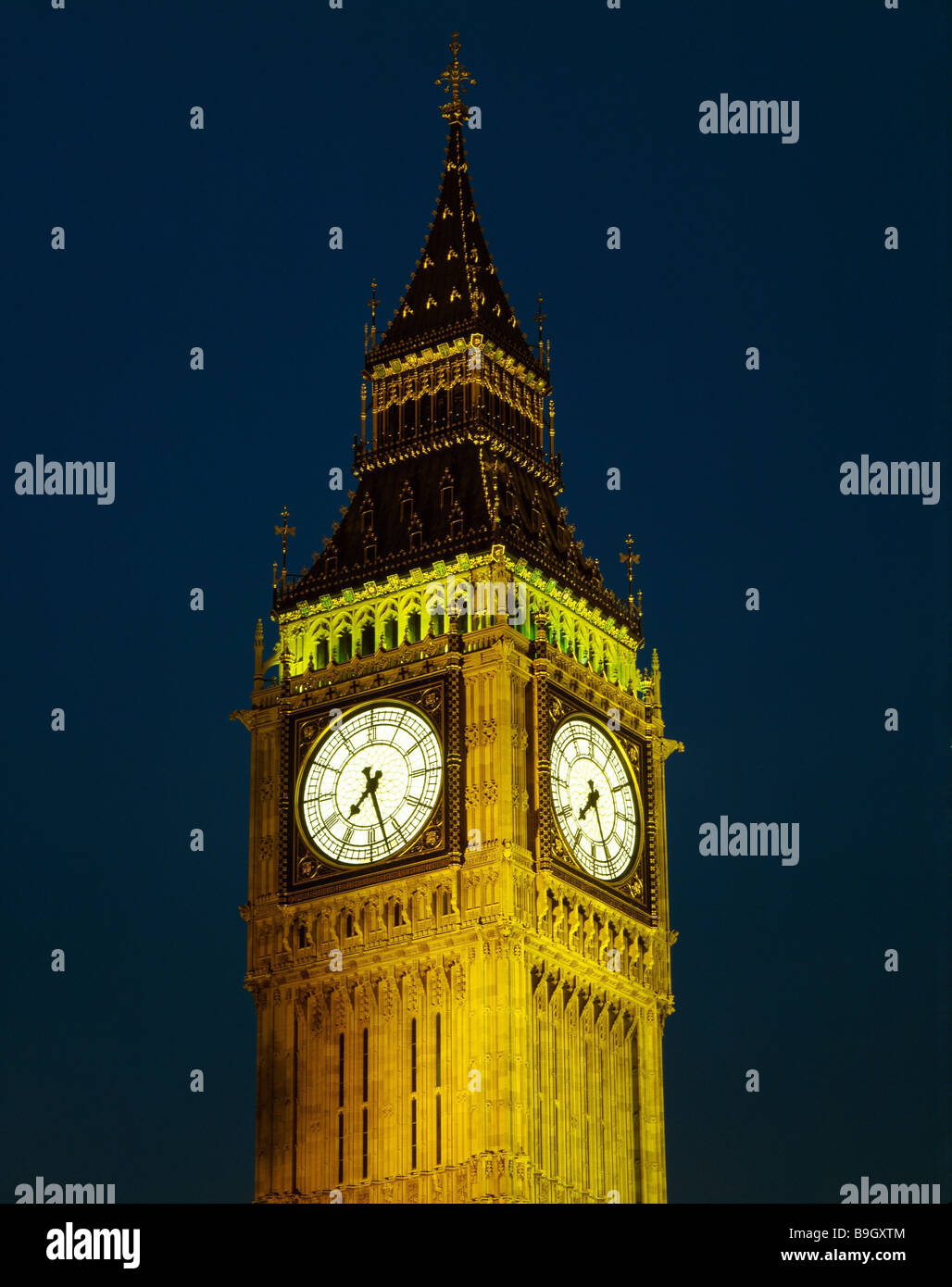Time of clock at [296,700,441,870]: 7:27
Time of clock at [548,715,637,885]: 7:25
